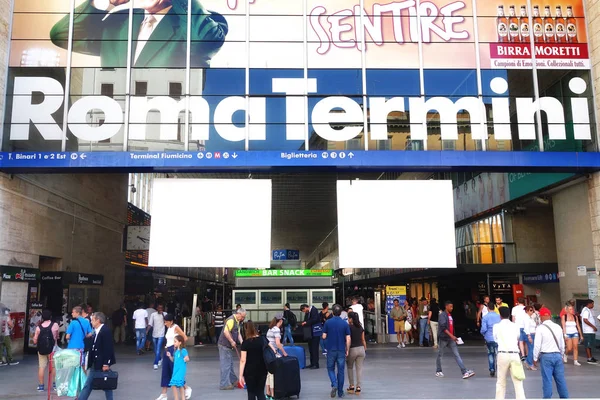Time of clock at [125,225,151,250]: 4:17
